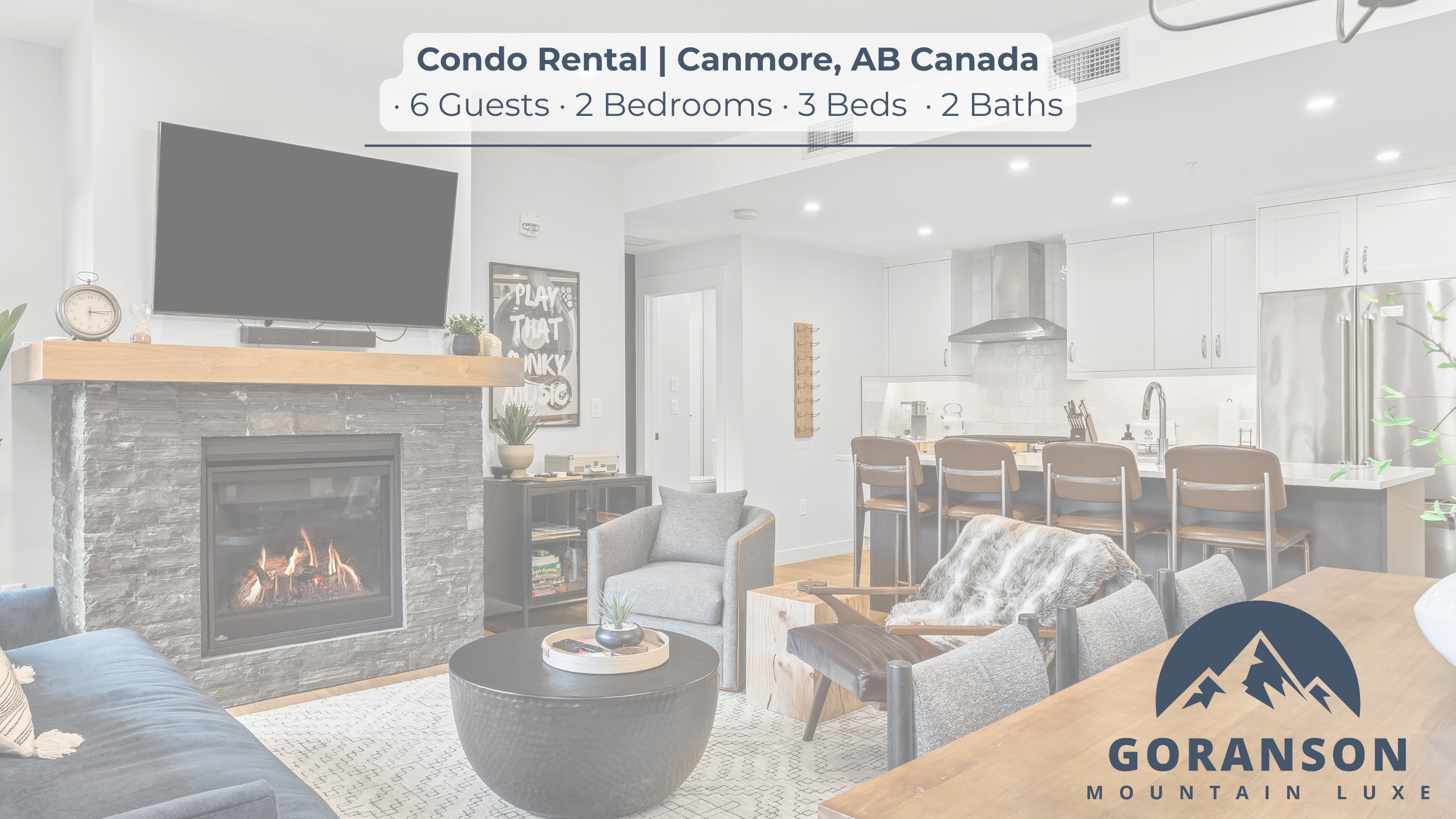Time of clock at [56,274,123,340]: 3:14
